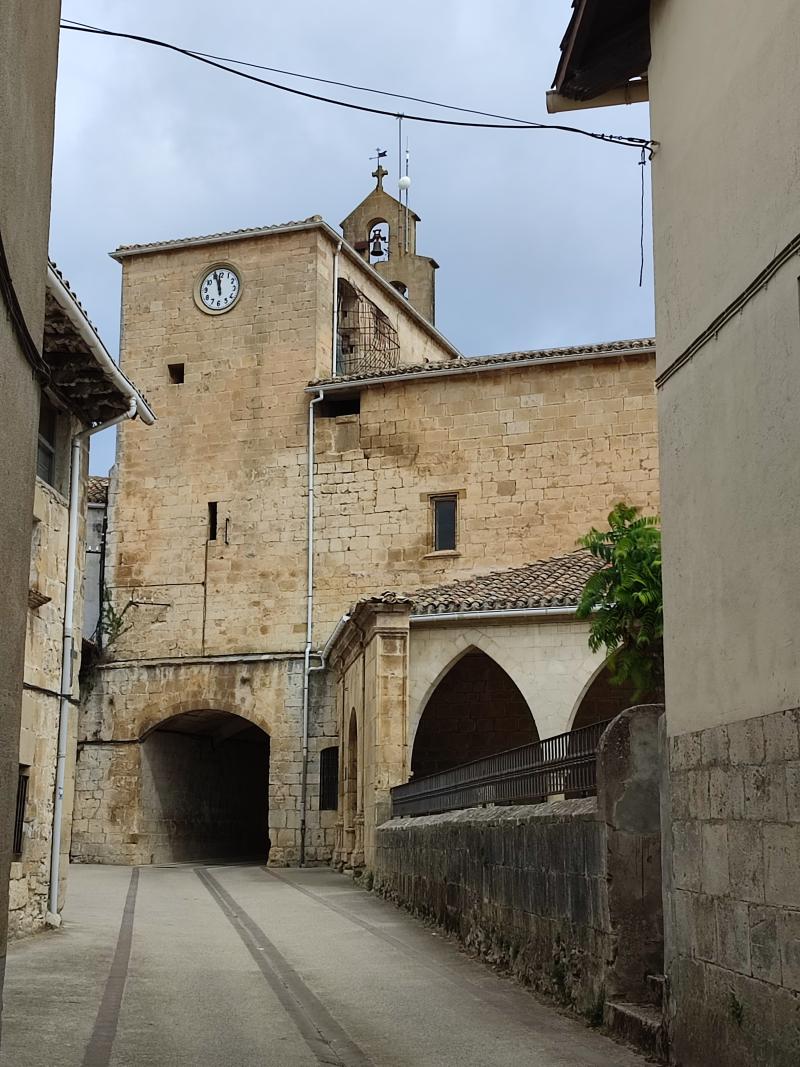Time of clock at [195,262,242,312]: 11:56
